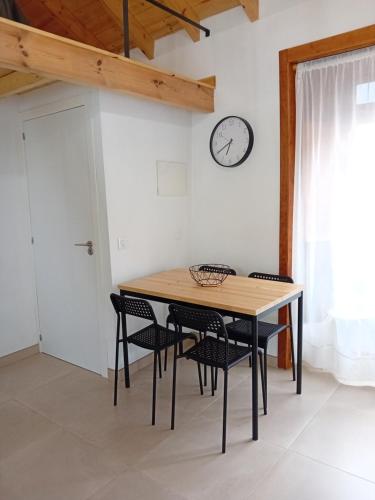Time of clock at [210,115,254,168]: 6:39
